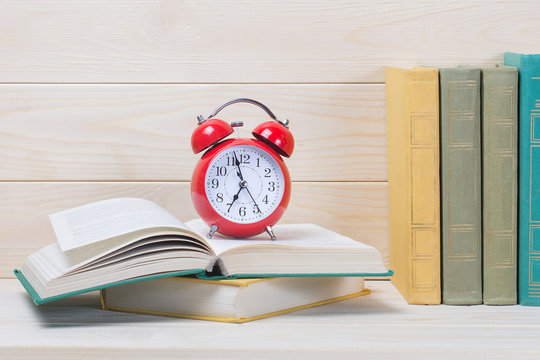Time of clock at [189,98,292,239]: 6:57
